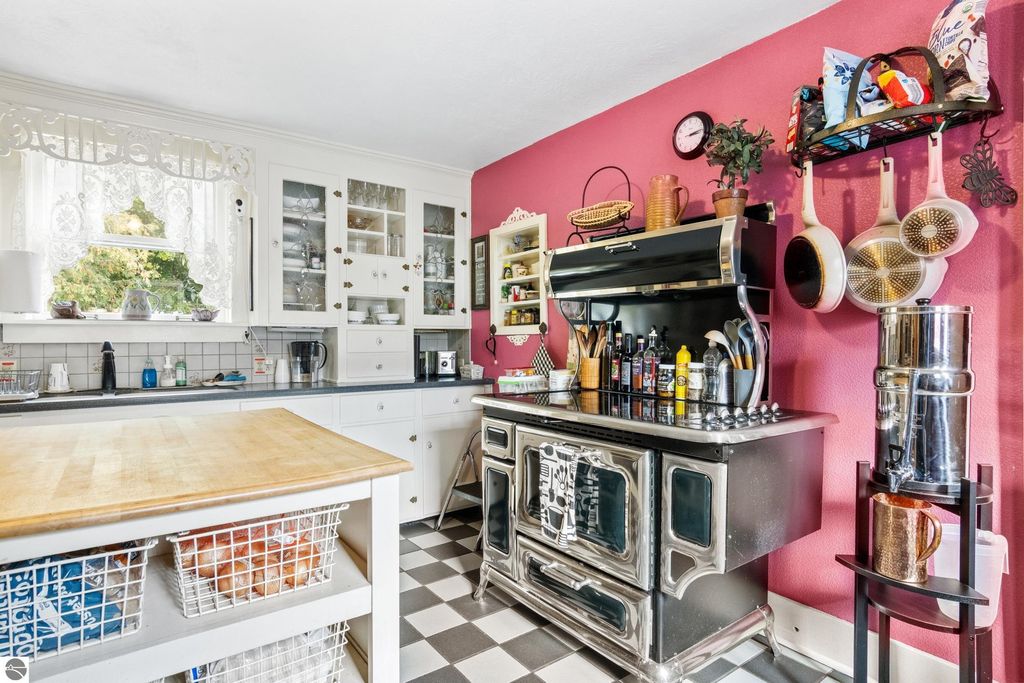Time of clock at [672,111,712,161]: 3:14
